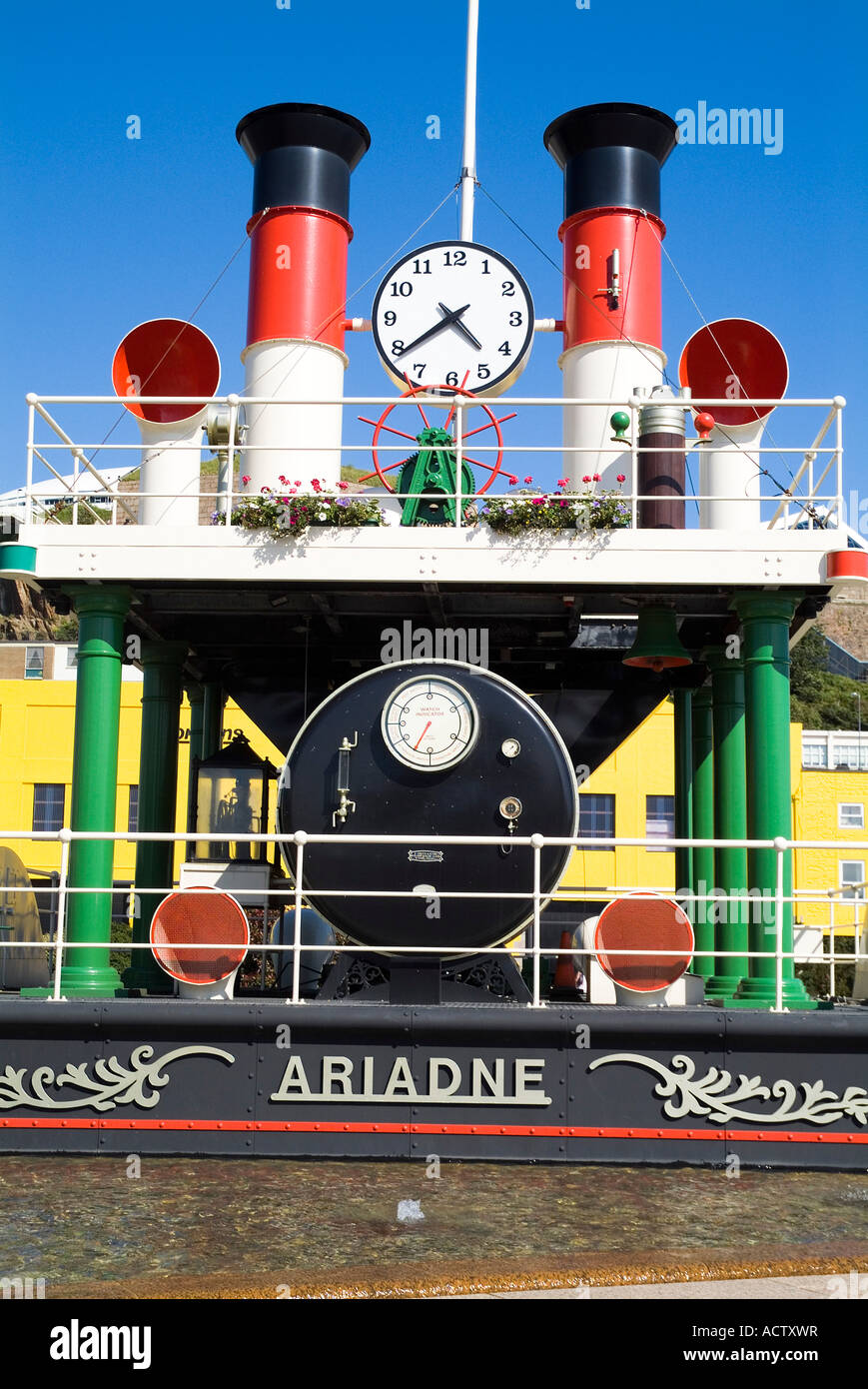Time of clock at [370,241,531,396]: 4:38
